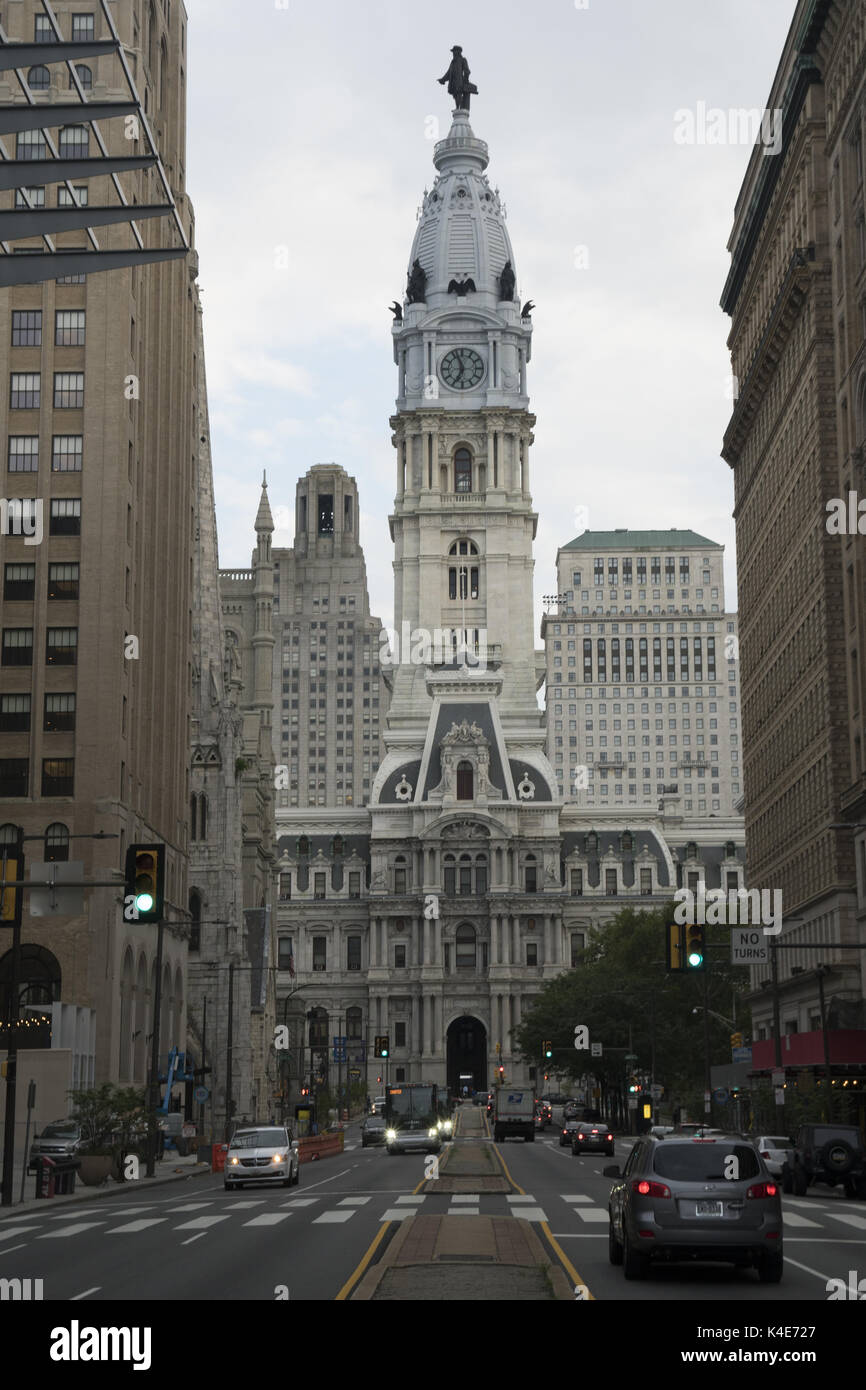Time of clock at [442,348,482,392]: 6:56
